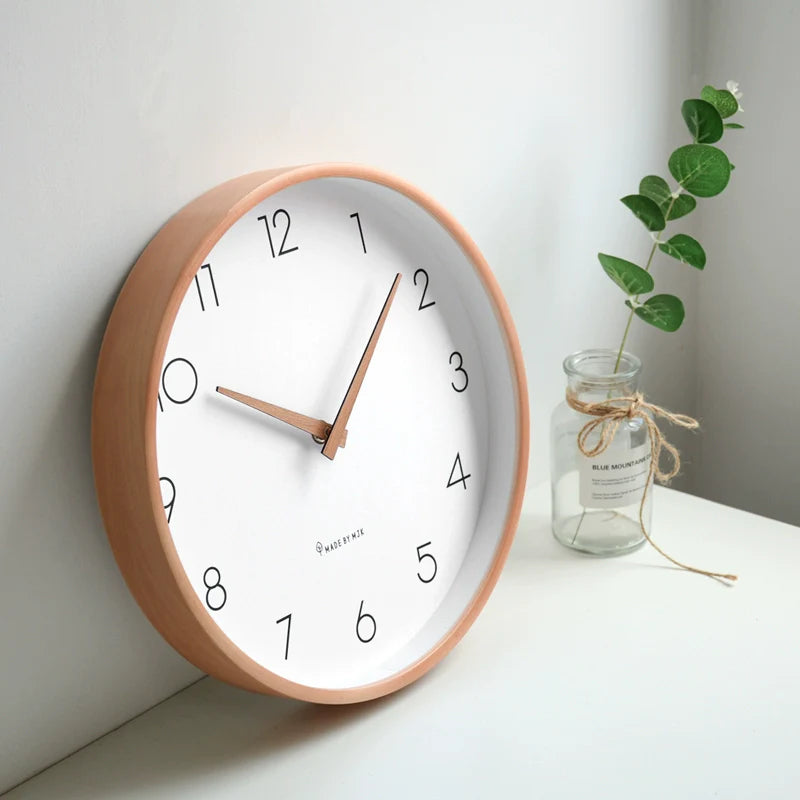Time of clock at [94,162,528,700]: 10:07
